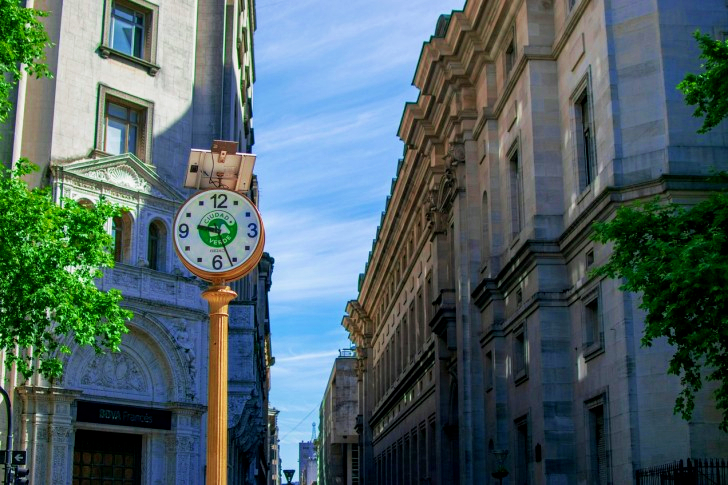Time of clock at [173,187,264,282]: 9:26
